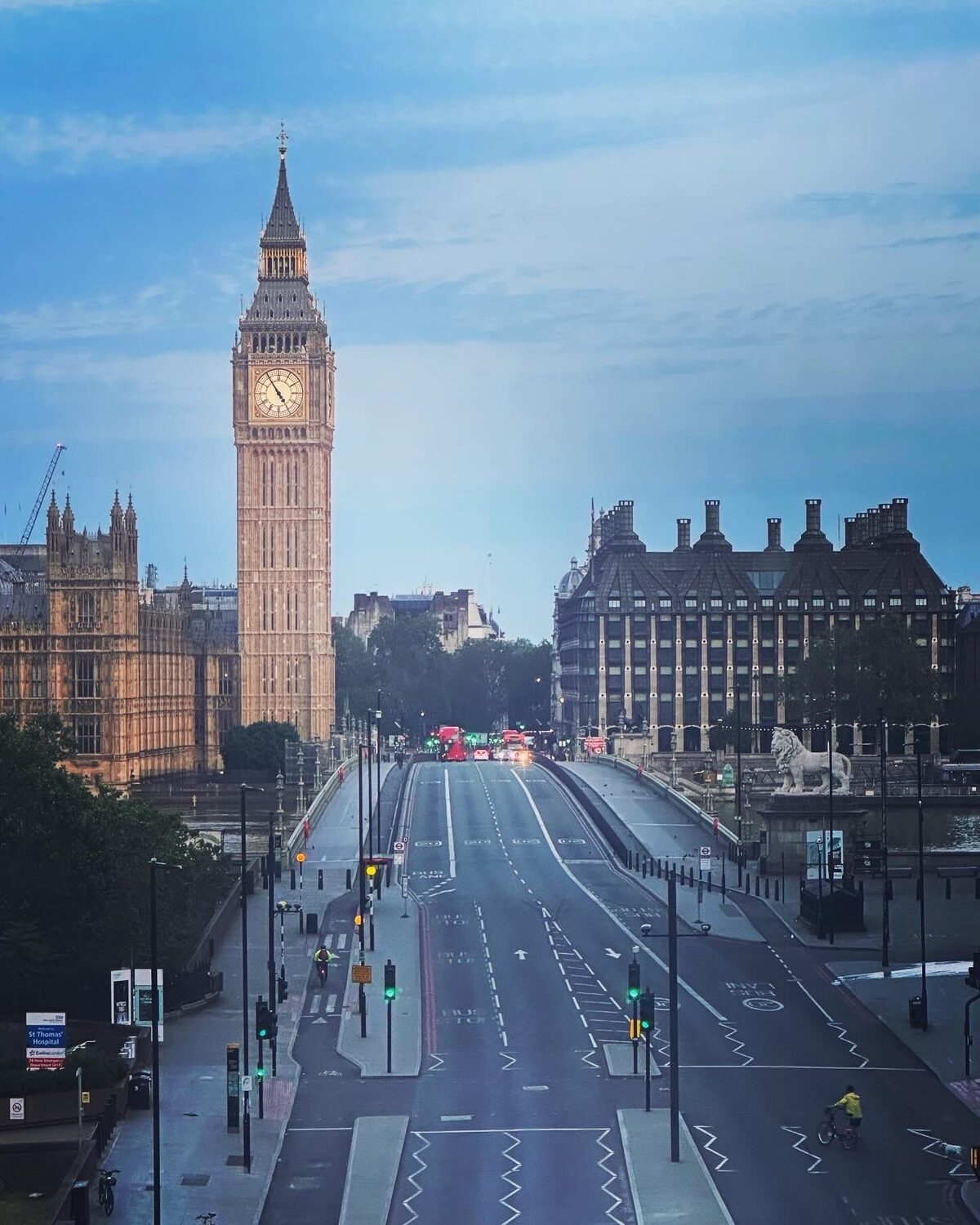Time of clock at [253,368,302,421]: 4:54
